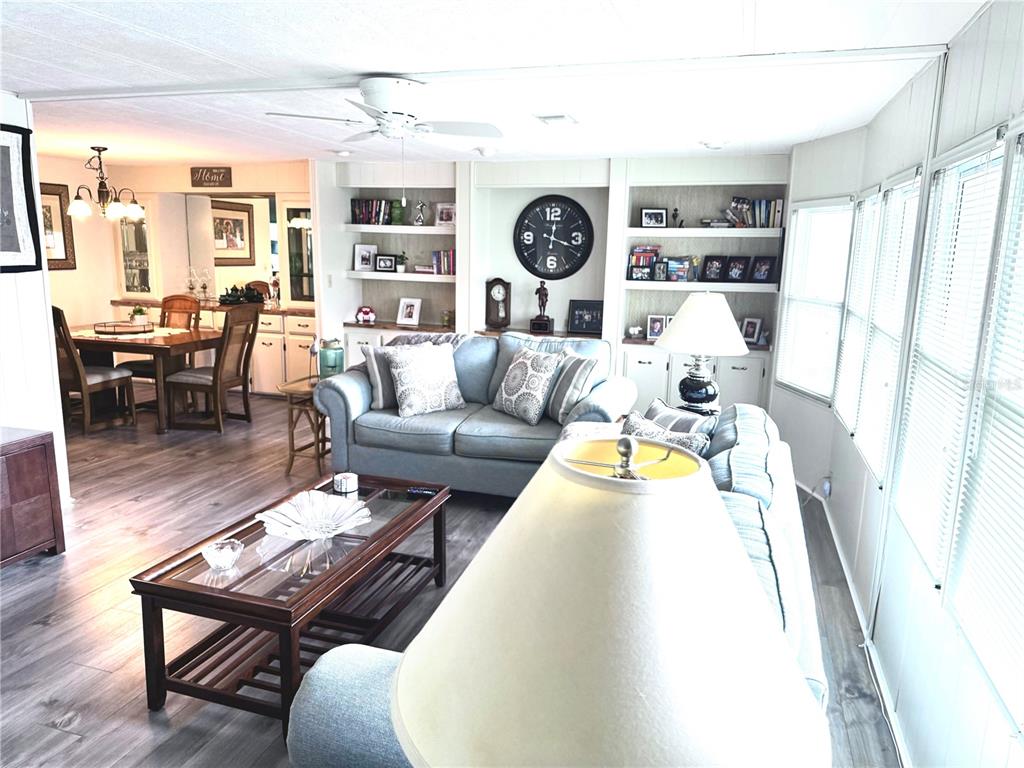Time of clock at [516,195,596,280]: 12:18
